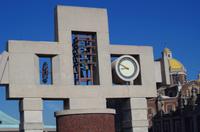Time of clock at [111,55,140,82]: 8:49
